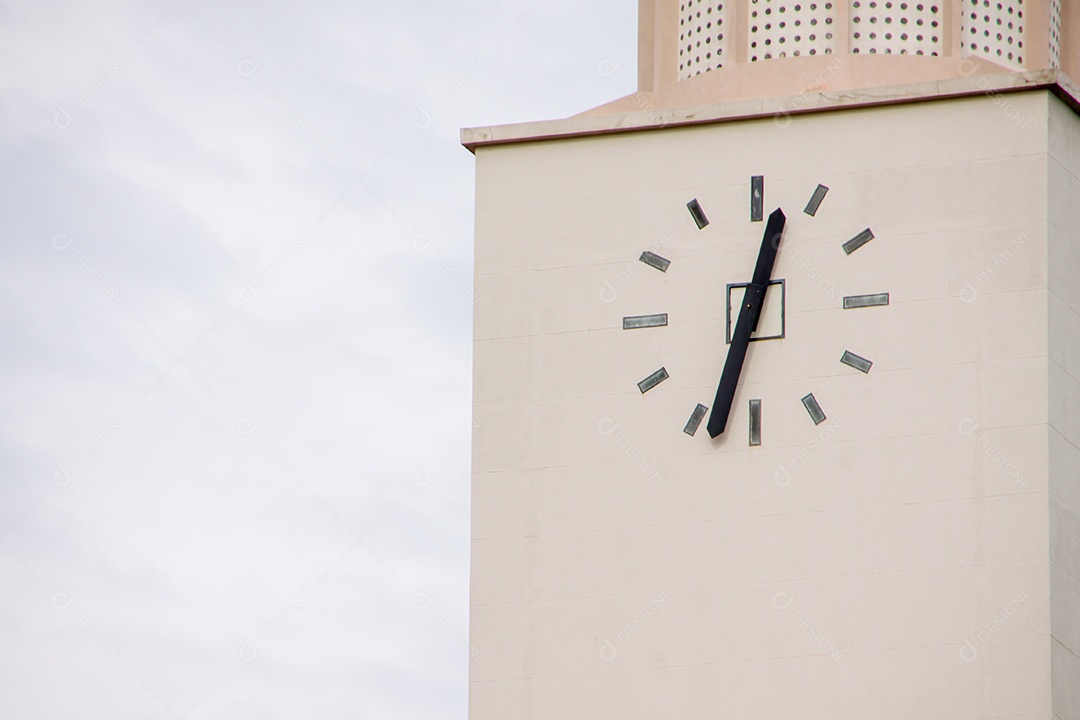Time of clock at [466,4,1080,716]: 12:33
